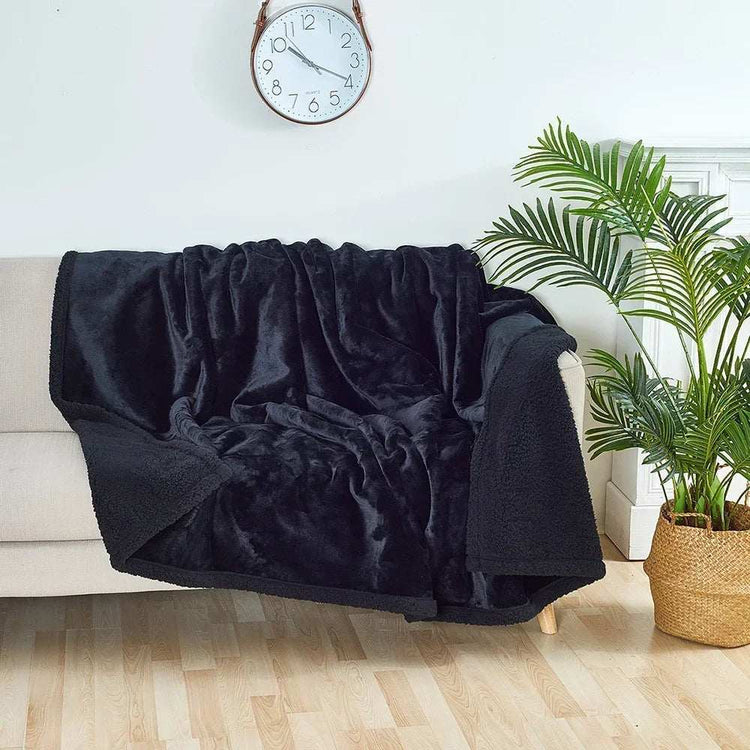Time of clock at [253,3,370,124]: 10:19
